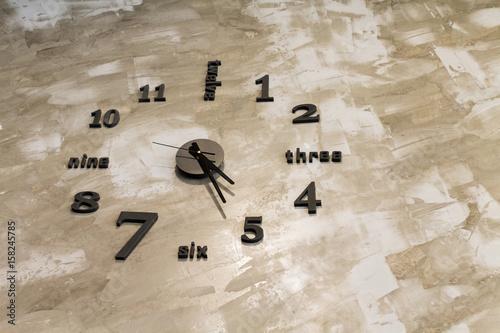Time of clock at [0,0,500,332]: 4:26
